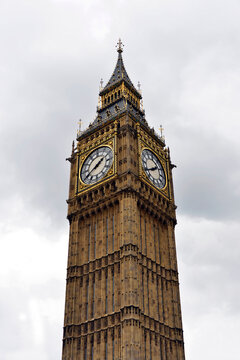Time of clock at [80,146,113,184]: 1:39
